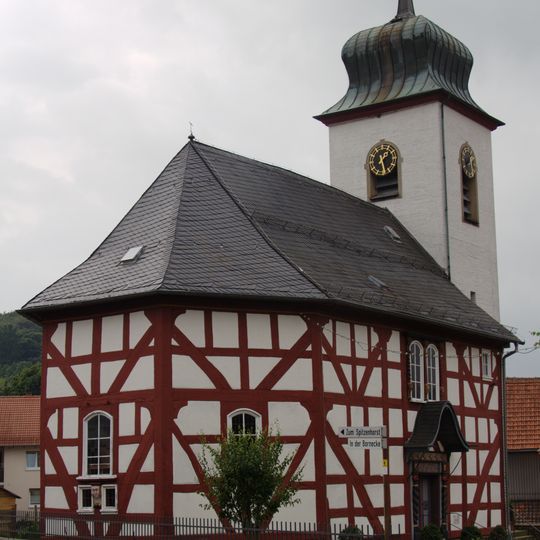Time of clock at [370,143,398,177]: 1:26
